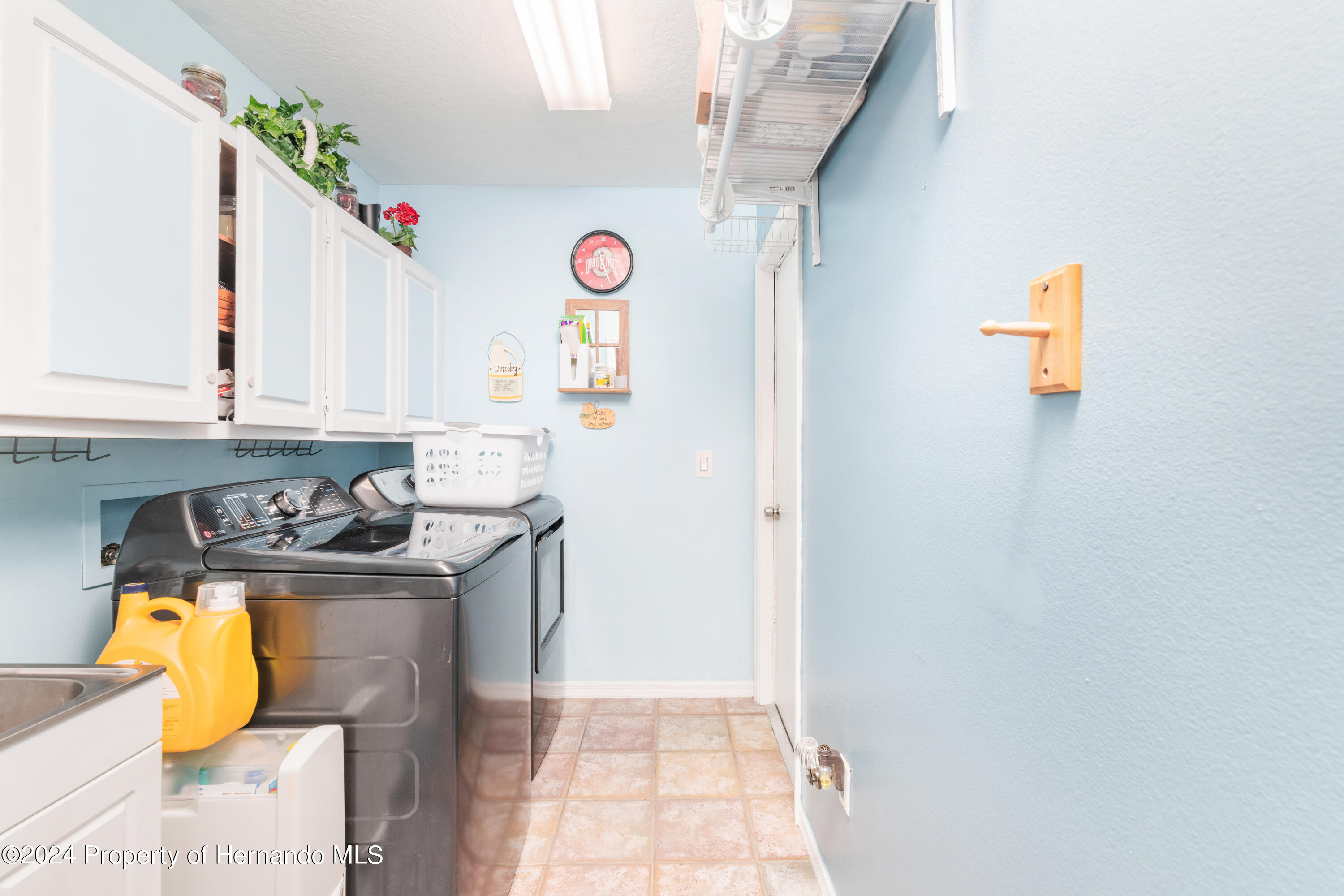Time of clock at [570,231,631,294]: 11:26
